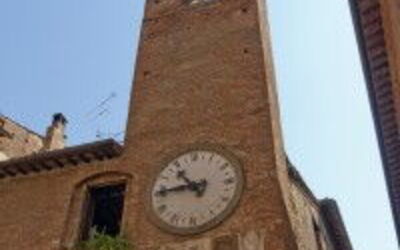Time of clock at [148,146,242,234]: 10:45
